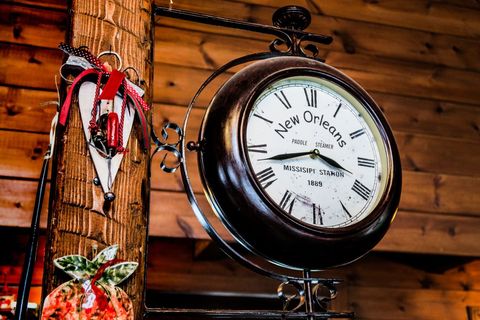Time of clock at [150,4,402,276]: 3:42
